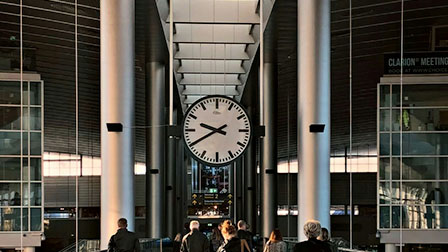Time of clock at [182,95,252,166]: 9:40
